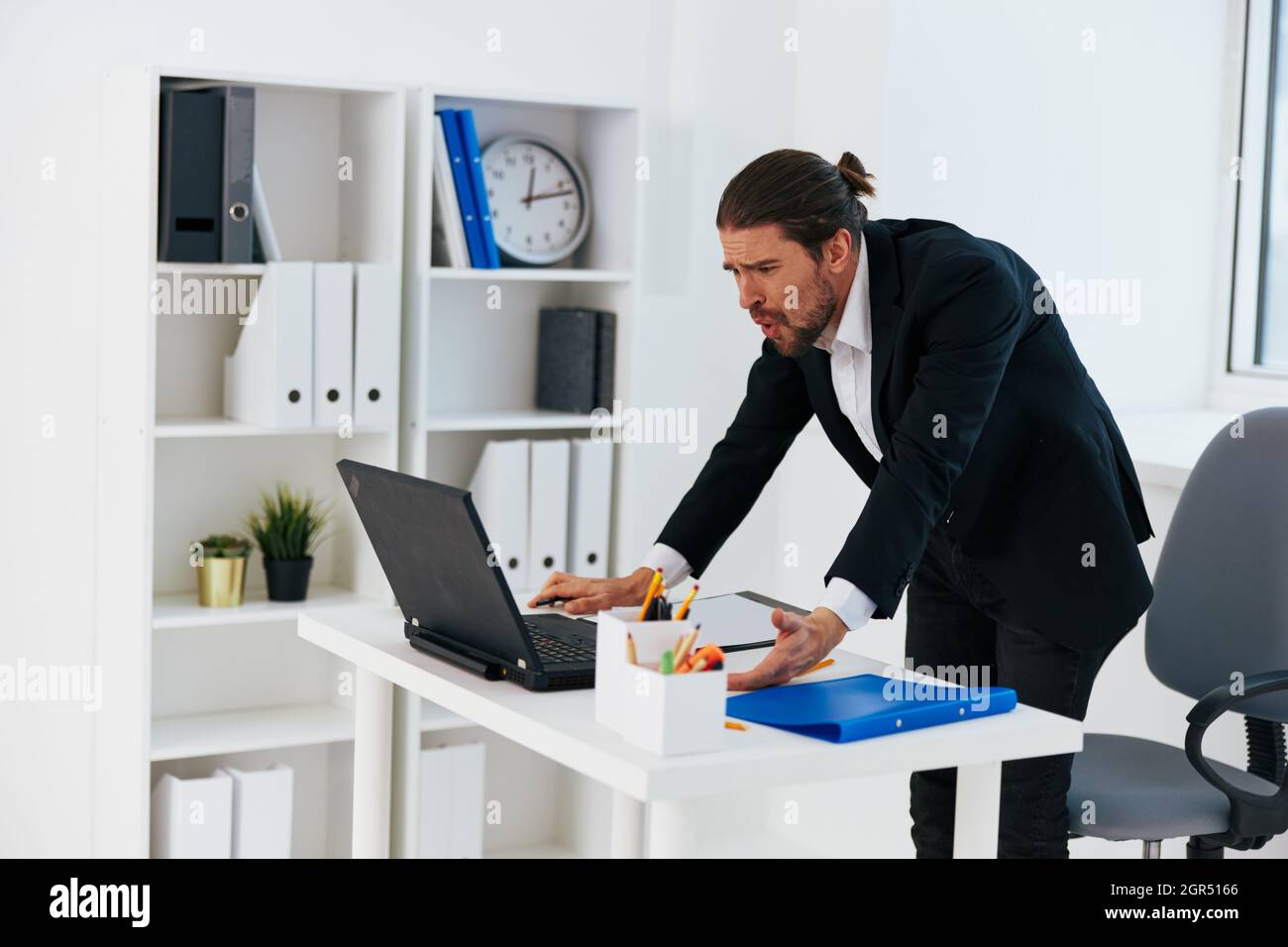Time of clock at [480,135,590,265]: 12:12
